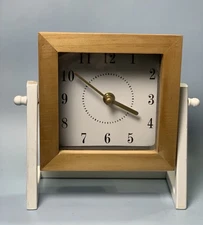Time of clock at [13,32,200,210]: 3:51
